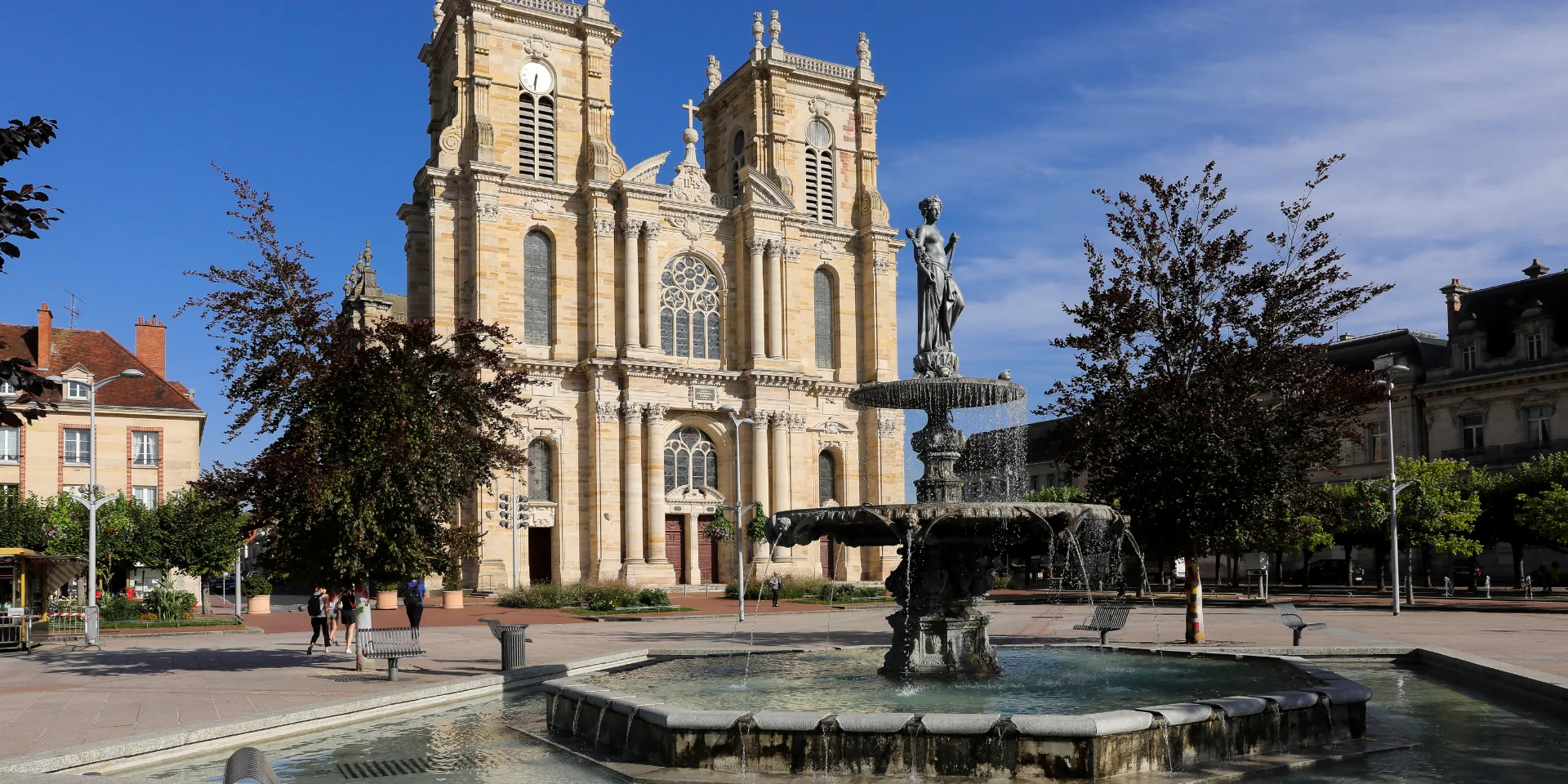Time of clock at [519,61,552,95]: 6:31
